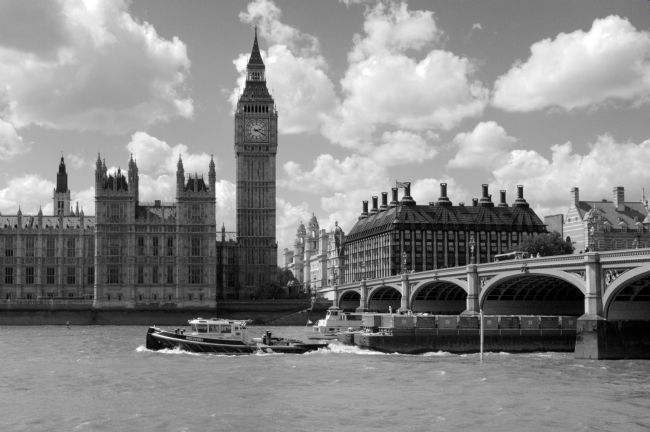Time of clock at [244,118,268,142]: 2:19
